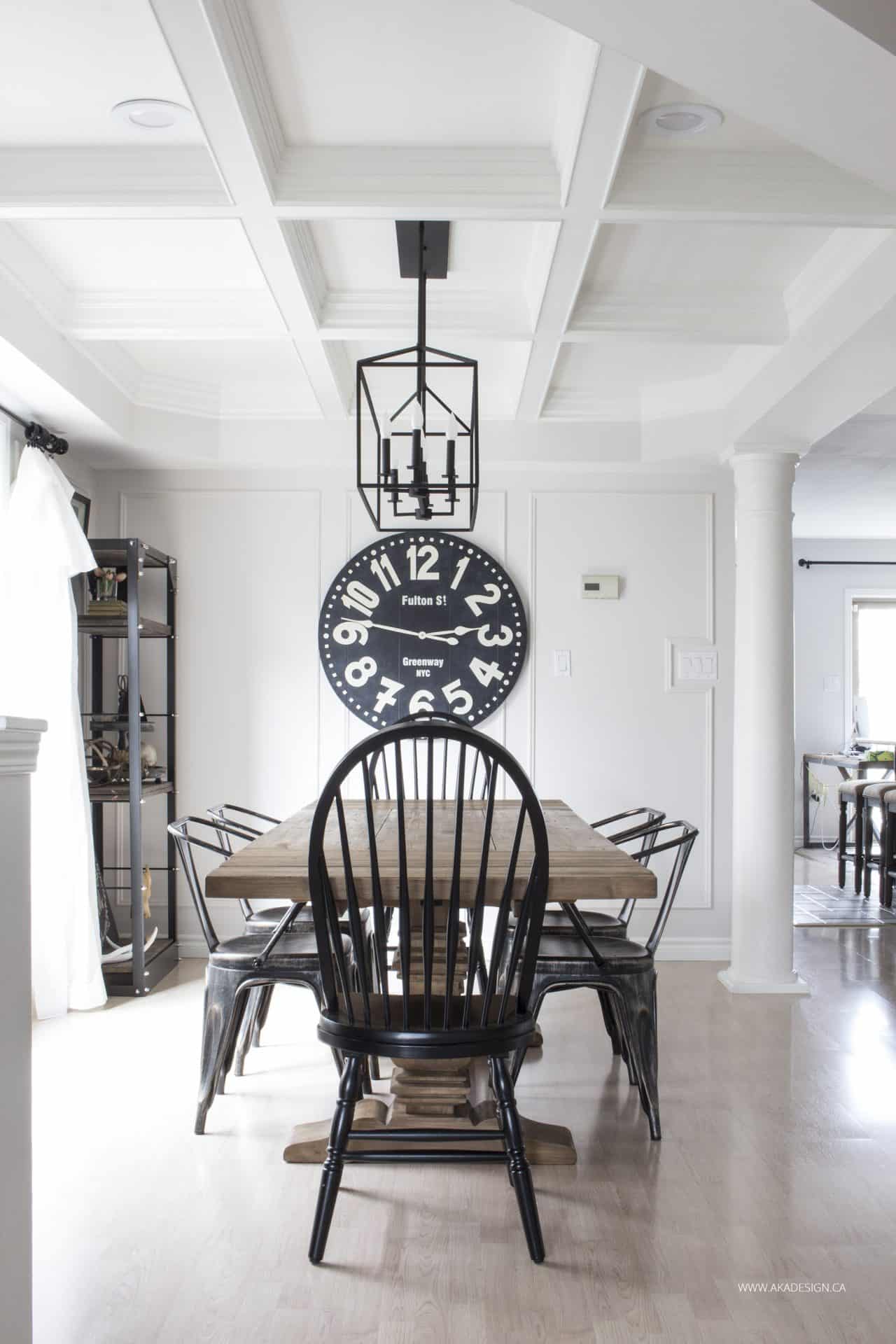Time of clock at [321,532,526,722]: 2:47
